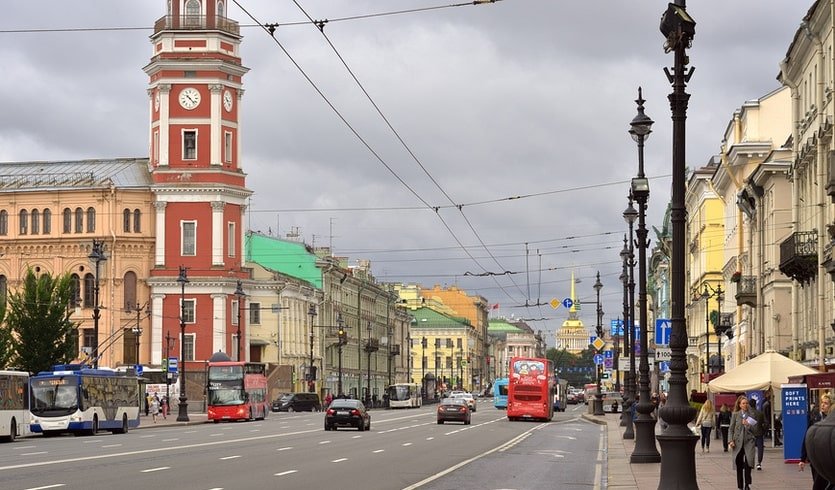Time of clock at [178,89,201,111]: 10:22
